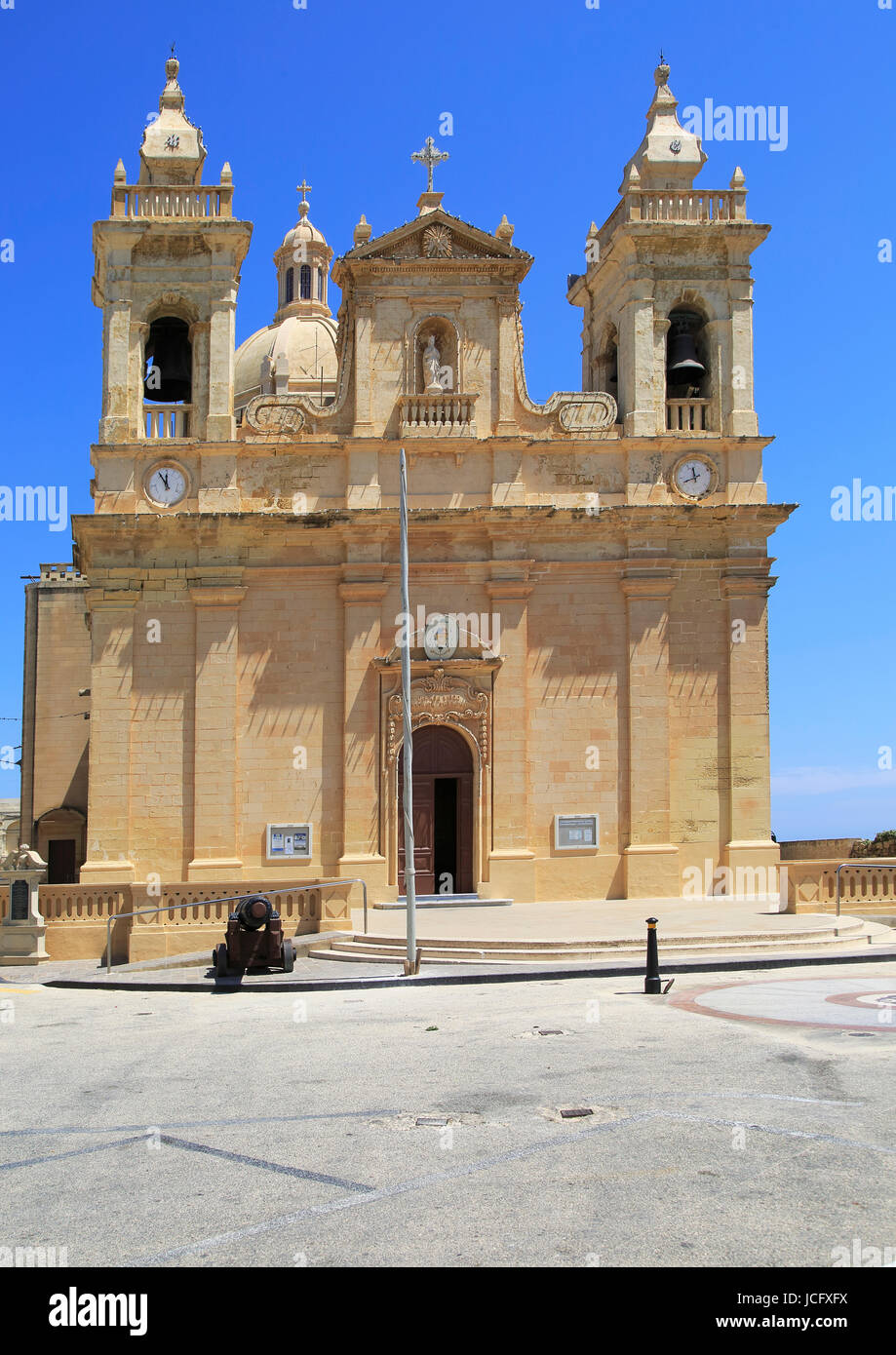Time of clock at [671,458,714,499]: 11:41
